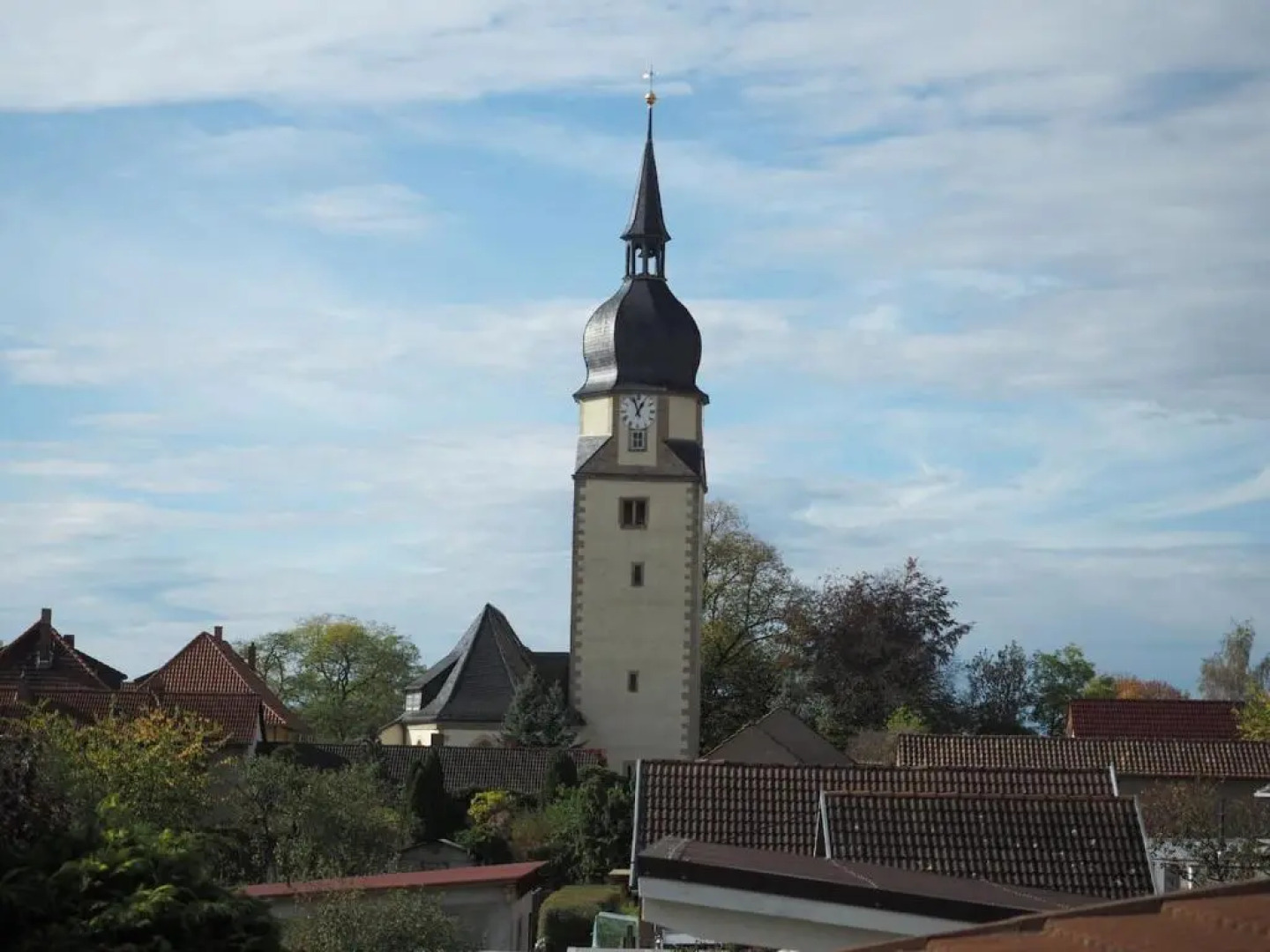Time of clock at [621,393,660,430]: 12:57
